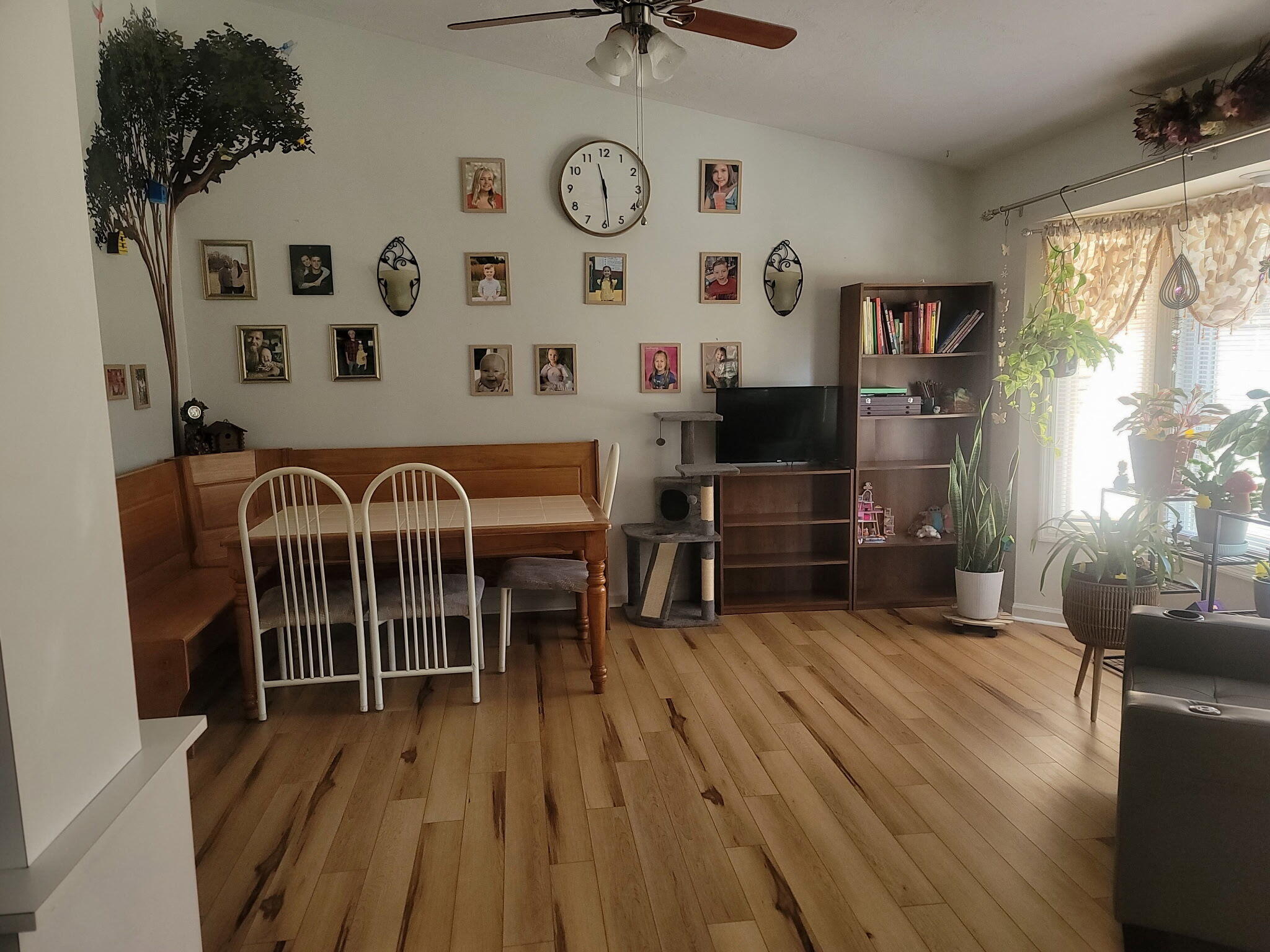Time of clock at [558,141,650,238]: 11:28
